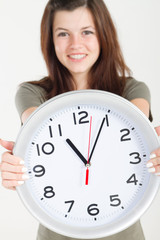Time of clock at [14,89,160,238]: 11:04
